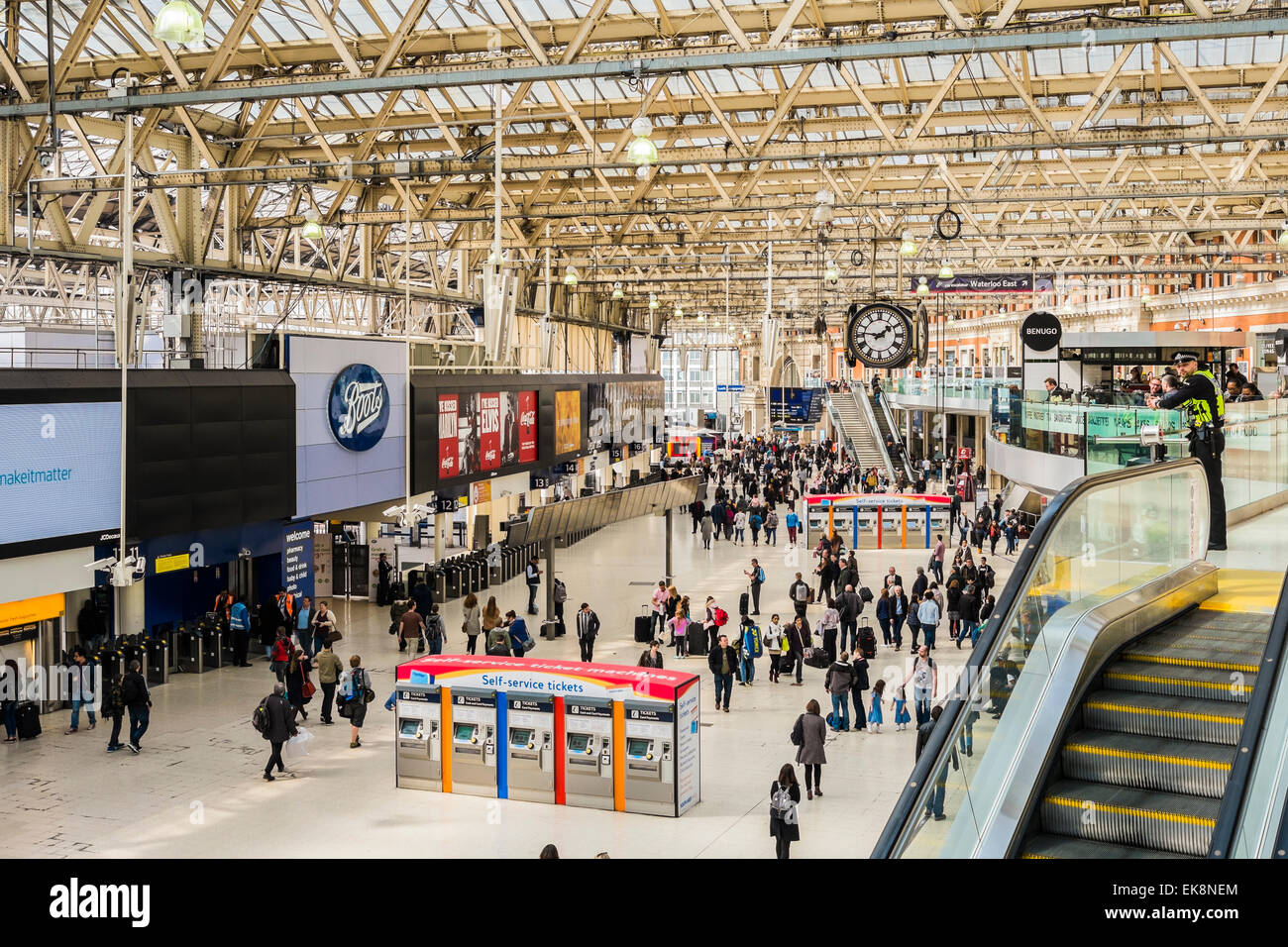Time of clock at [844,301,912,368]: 1:46
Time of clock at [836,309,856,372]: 1:46
